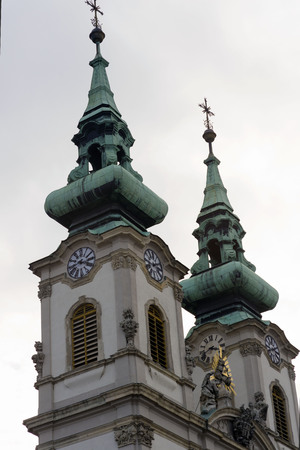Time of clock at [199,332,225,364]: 3:40
